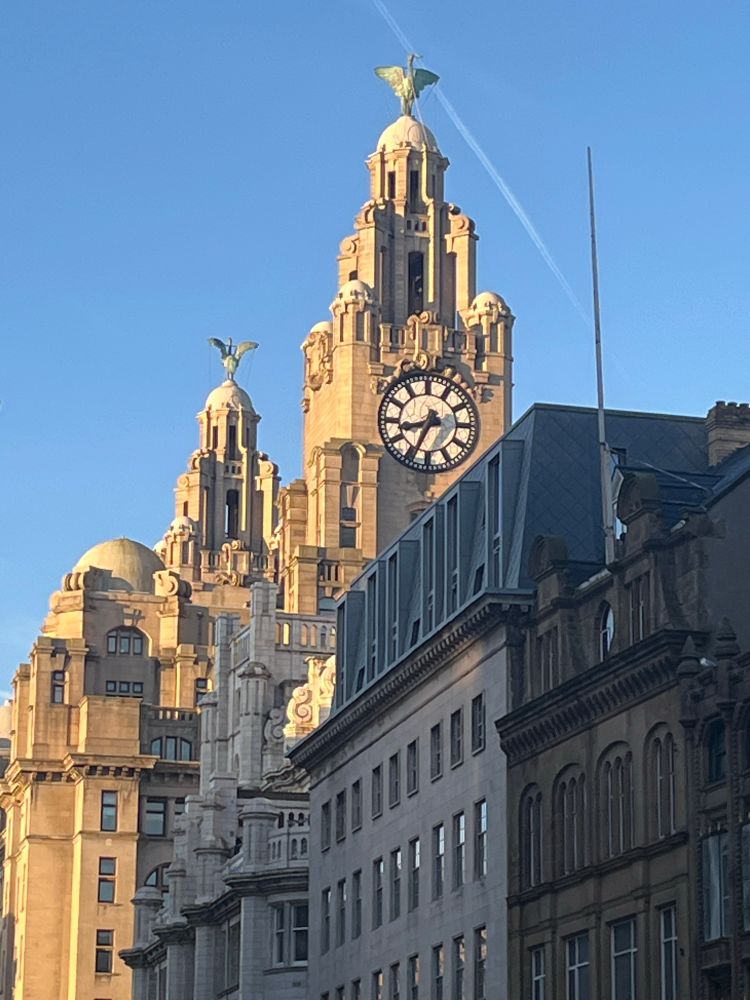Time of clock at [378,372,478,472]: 8:34
